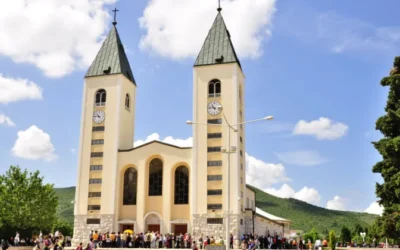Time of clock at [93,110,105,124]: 10:45
